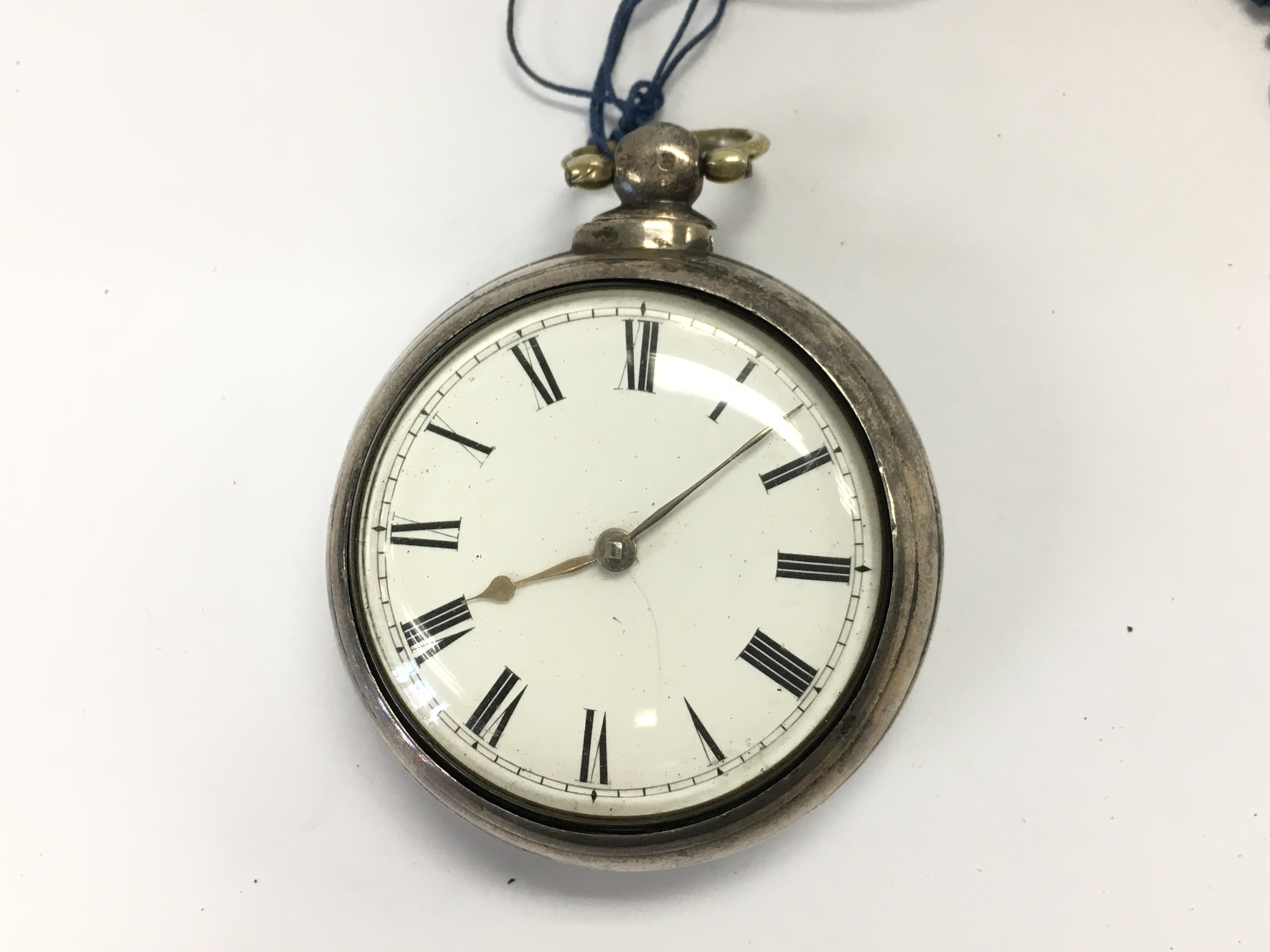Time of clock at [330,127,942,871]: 8:07
